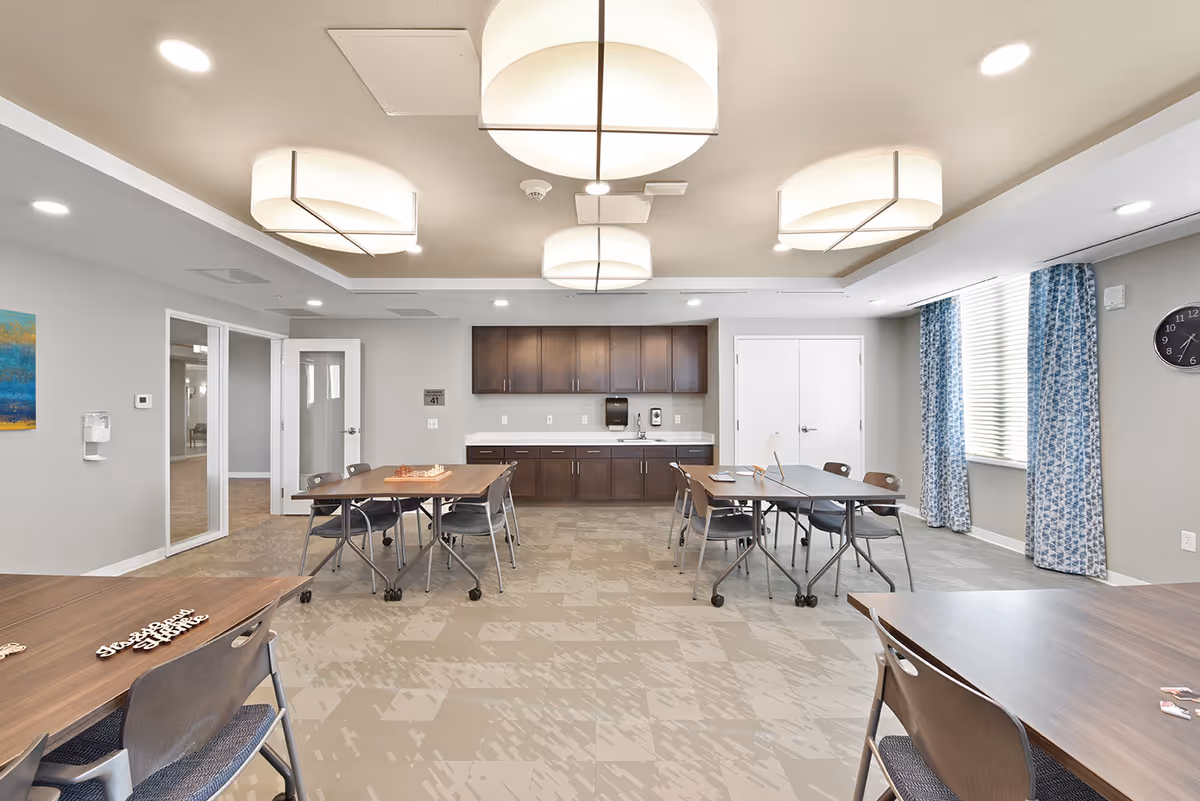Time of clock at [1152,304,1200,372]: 7:34
